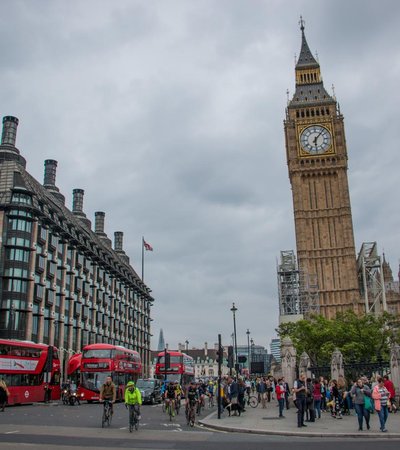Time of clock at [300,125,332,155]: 6:06
